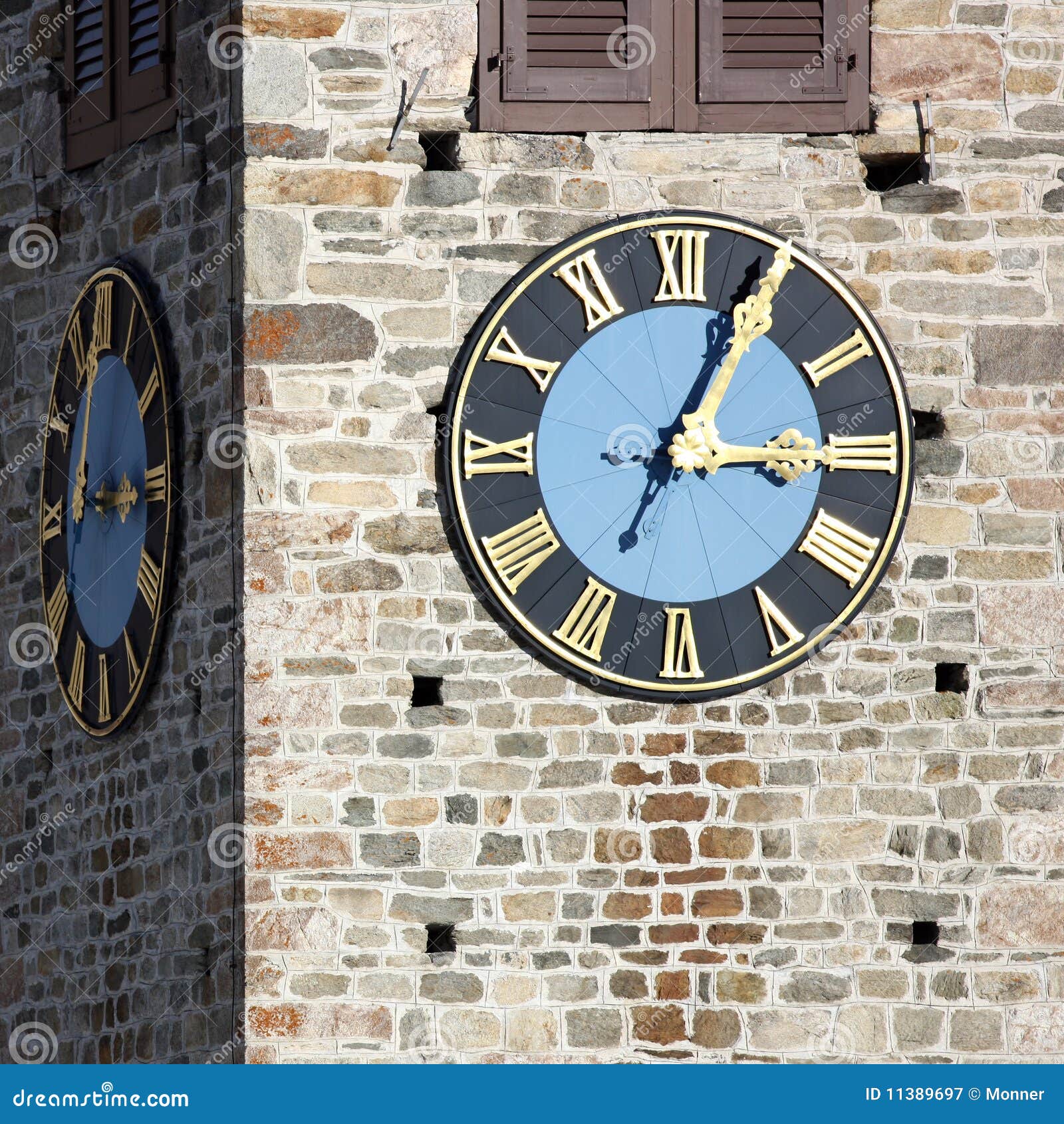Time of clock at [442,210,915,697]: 3:04
